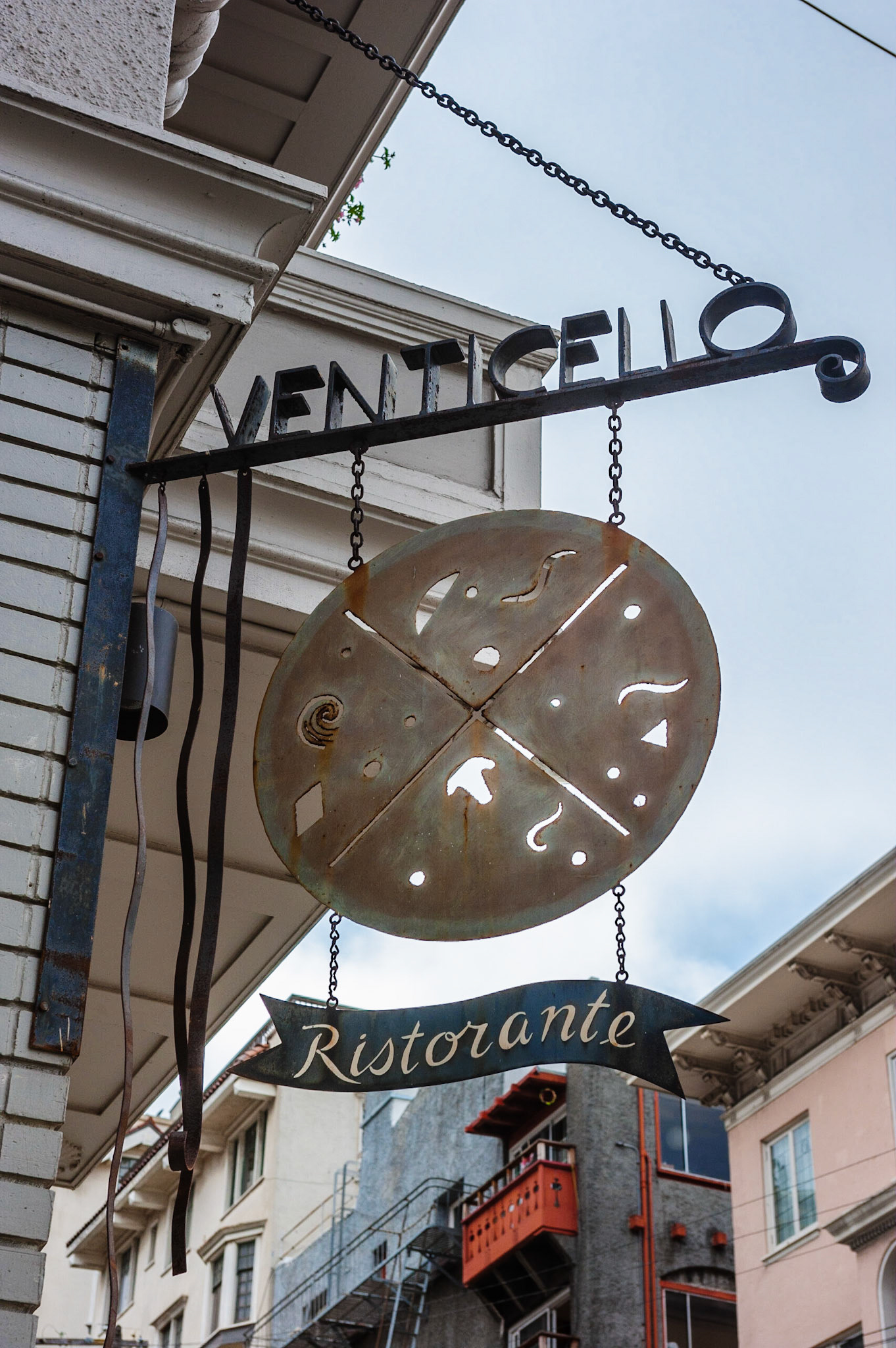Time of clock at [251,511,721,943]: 1:21
